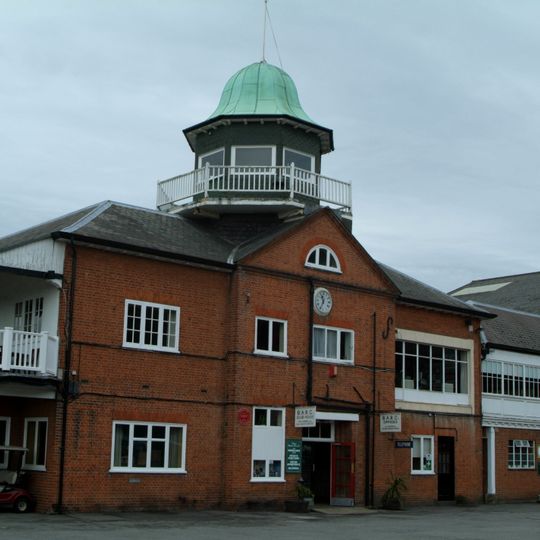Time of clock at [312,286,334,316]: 10:34
